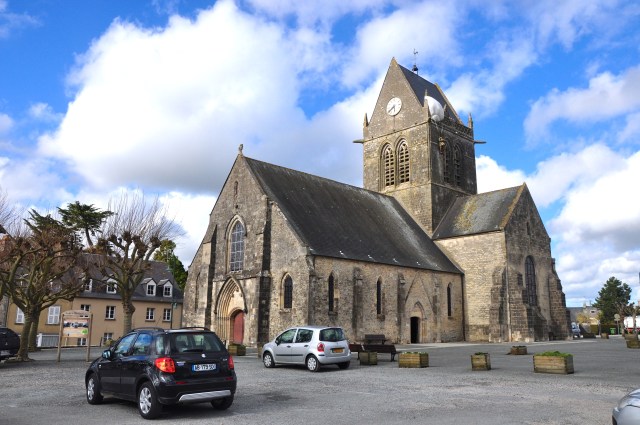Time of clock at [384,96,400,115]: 5:38
